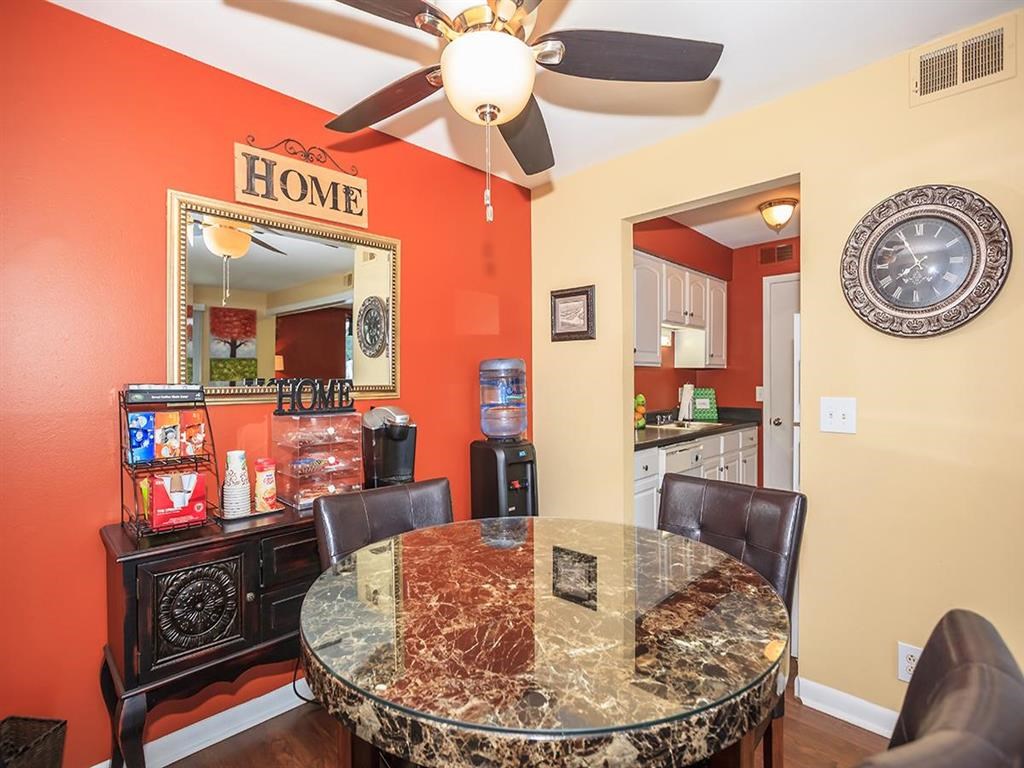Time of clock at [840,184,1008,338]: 7:55
